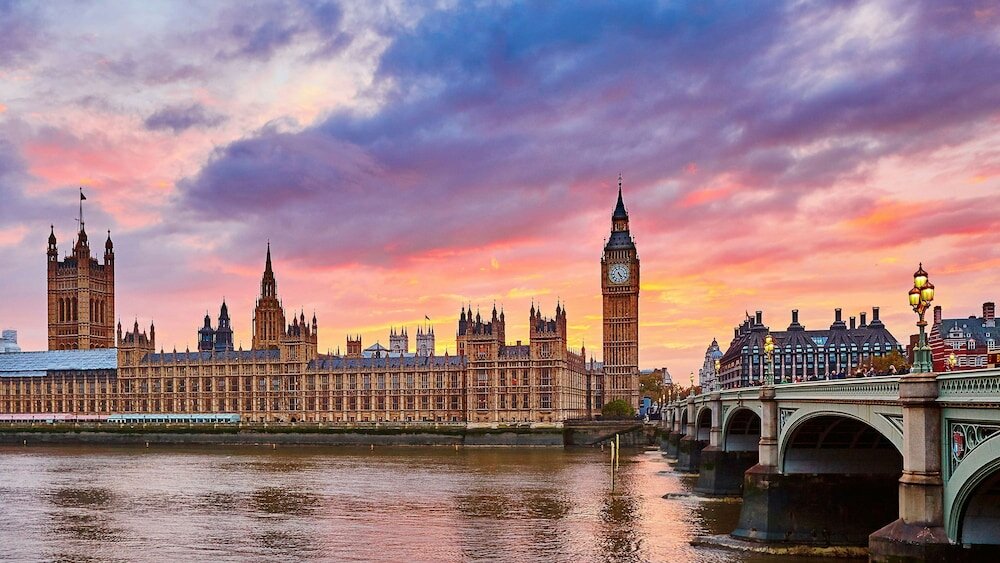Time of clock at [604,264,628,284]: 4:26
